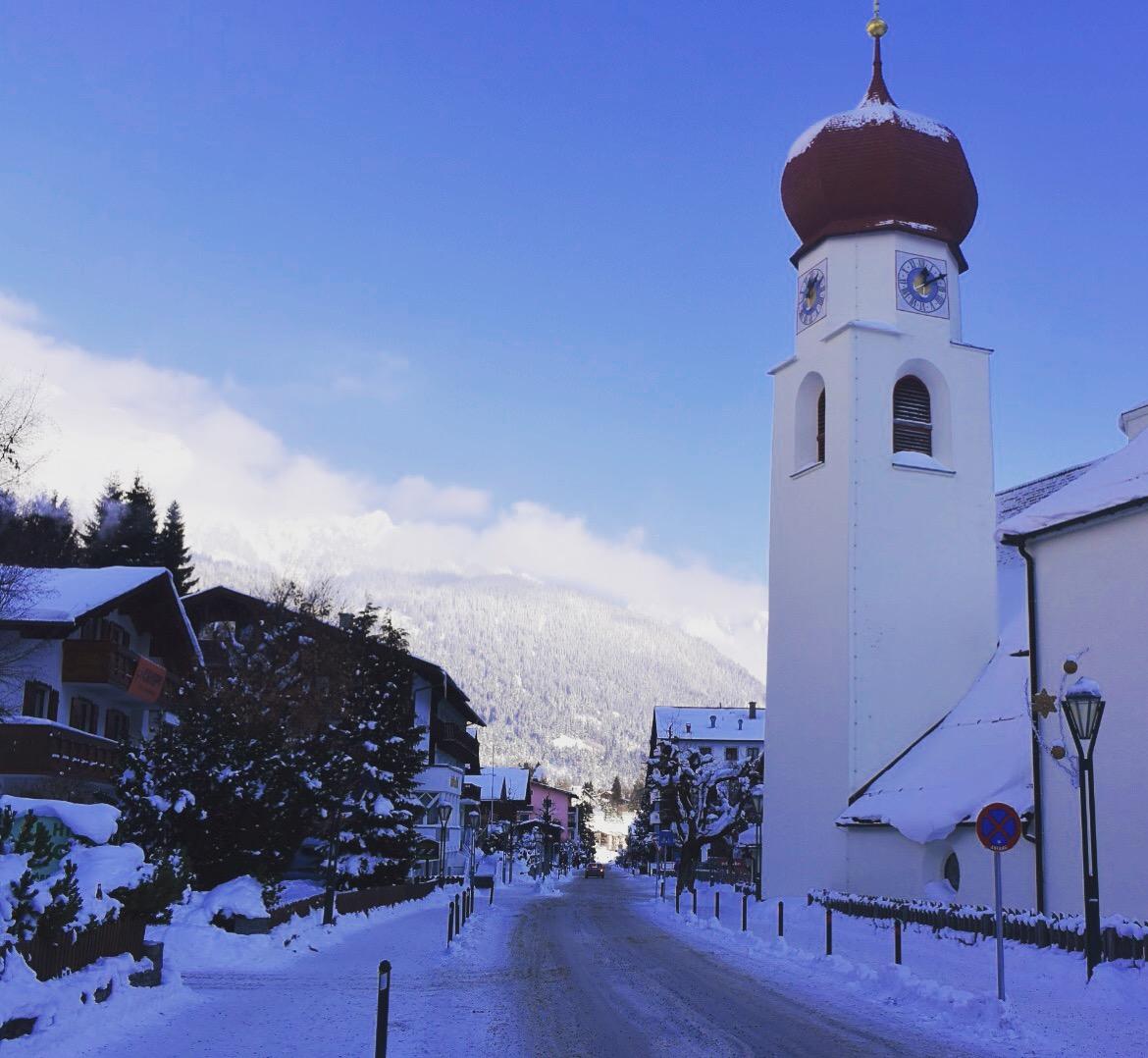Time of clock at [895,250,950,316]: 12:10
